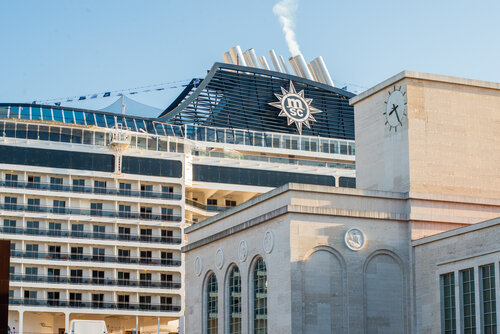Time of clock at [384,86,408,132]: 8:25
